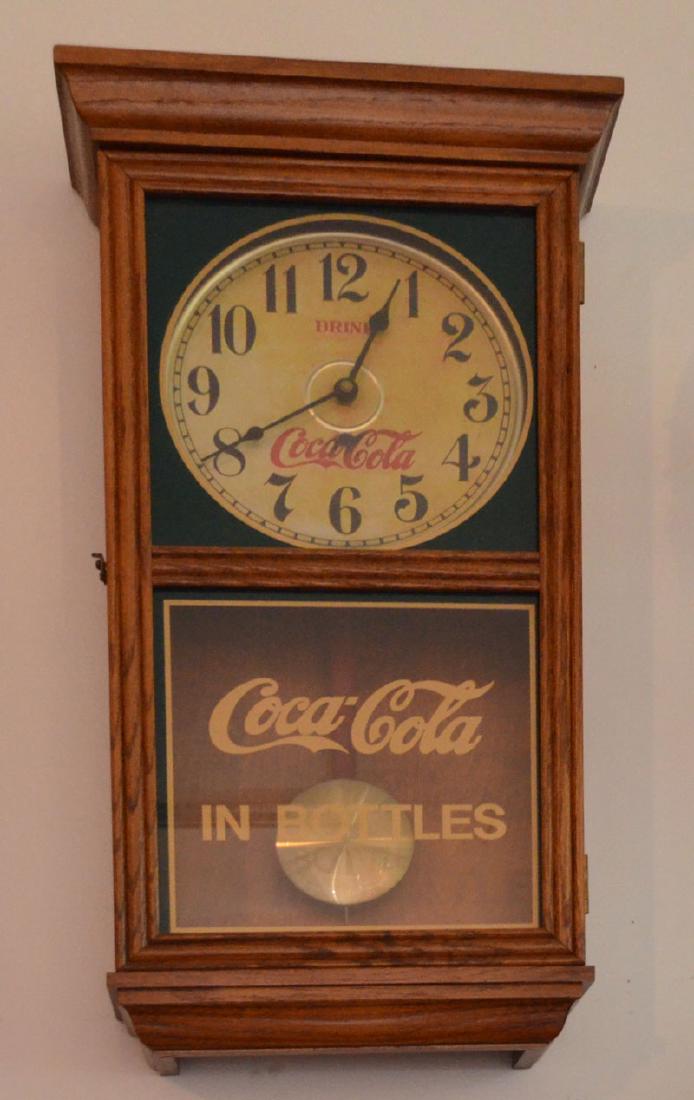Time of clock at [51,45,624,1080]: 8:04
